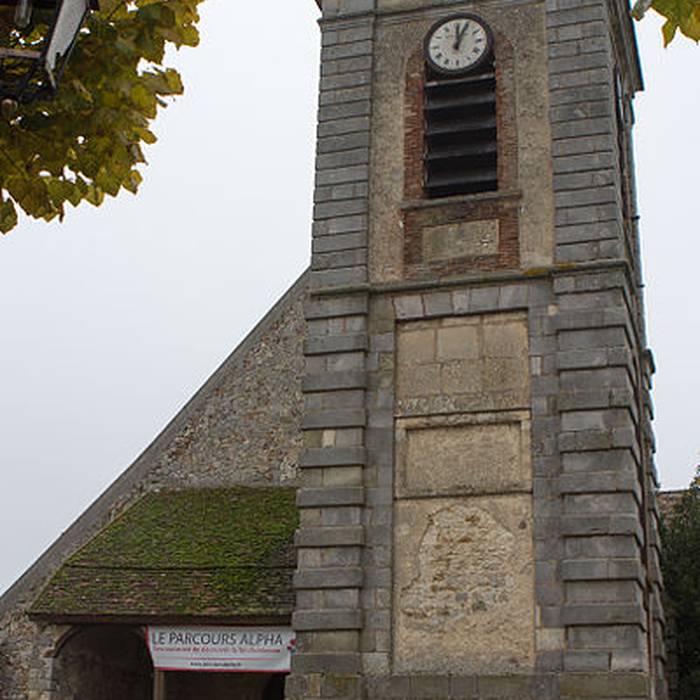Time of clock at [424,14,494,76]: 12:04
